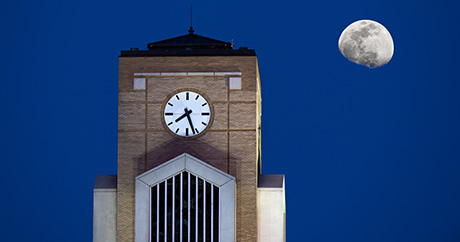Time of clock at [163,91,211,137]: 7:26
